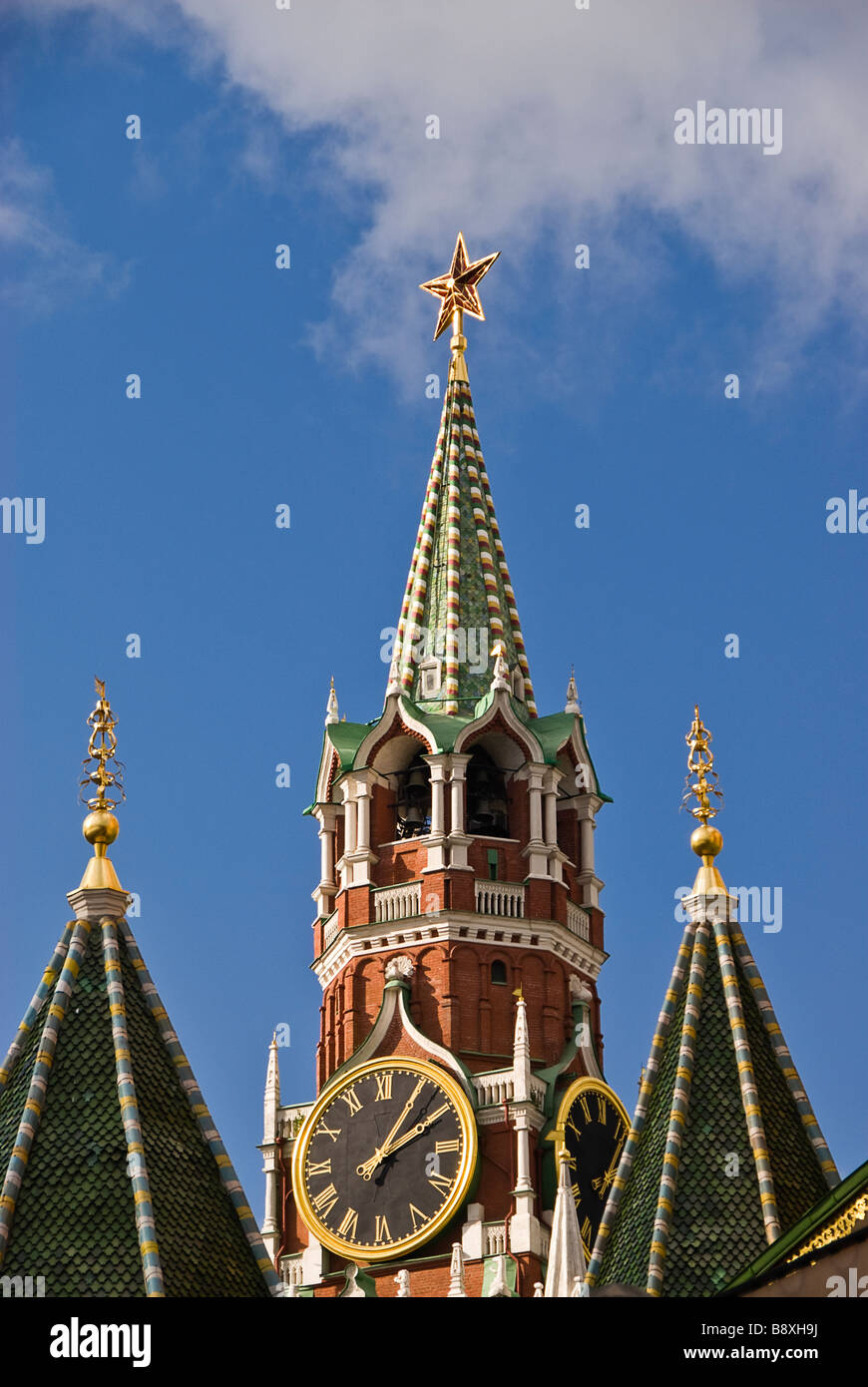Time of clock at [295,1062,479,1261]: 2:05
